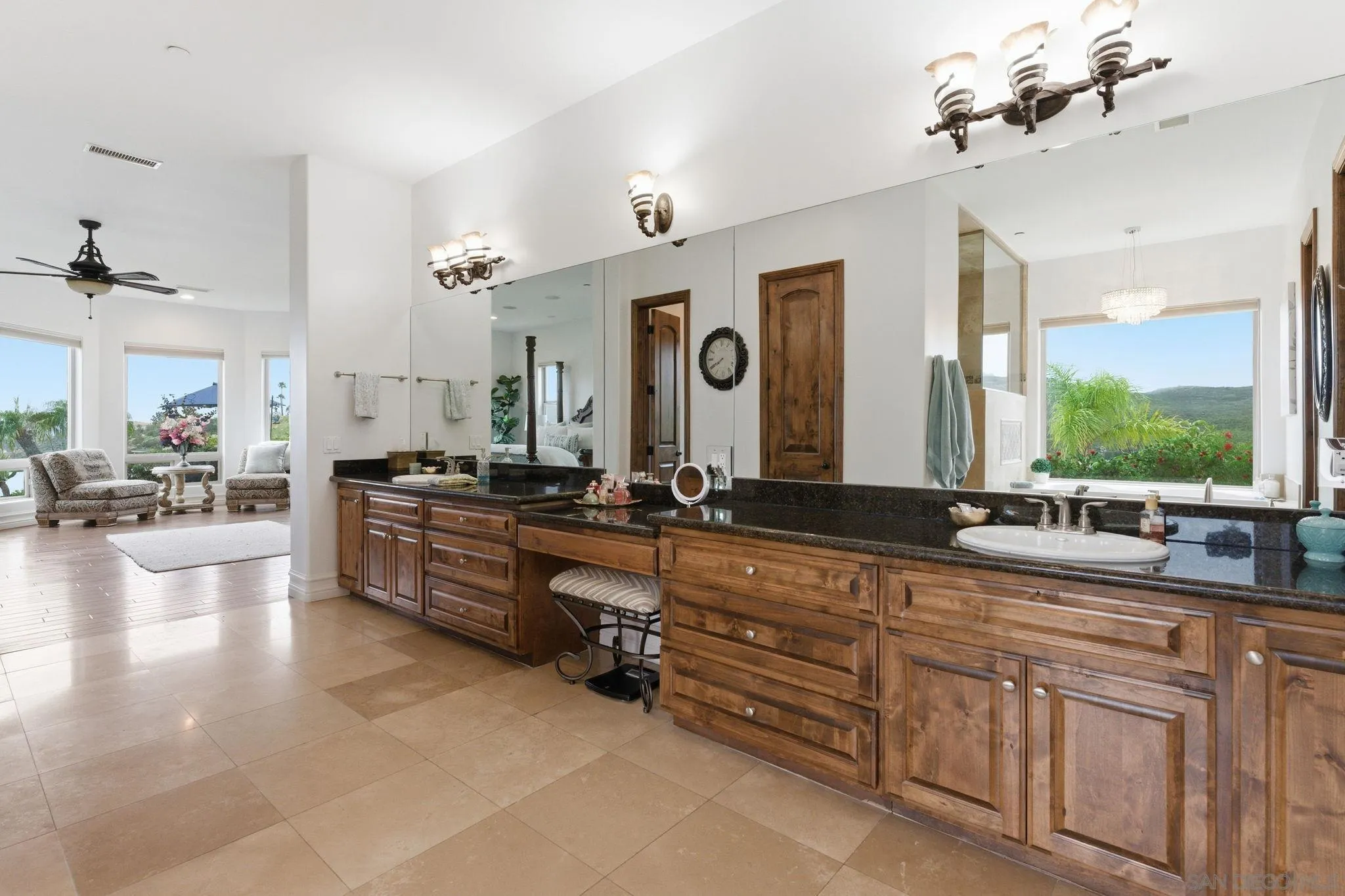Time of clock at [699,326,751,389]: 7:40
